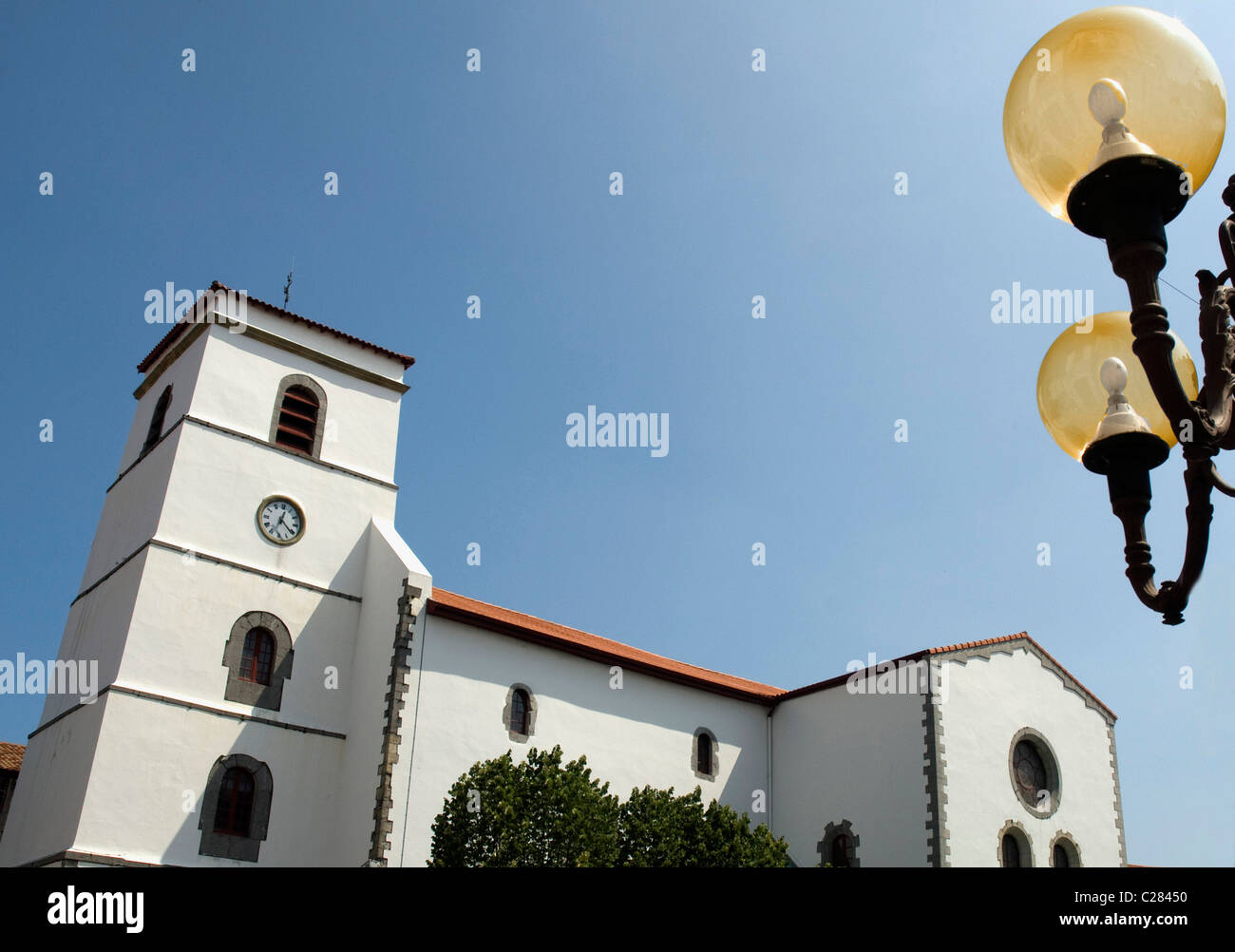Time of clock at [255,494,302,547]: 12:21
